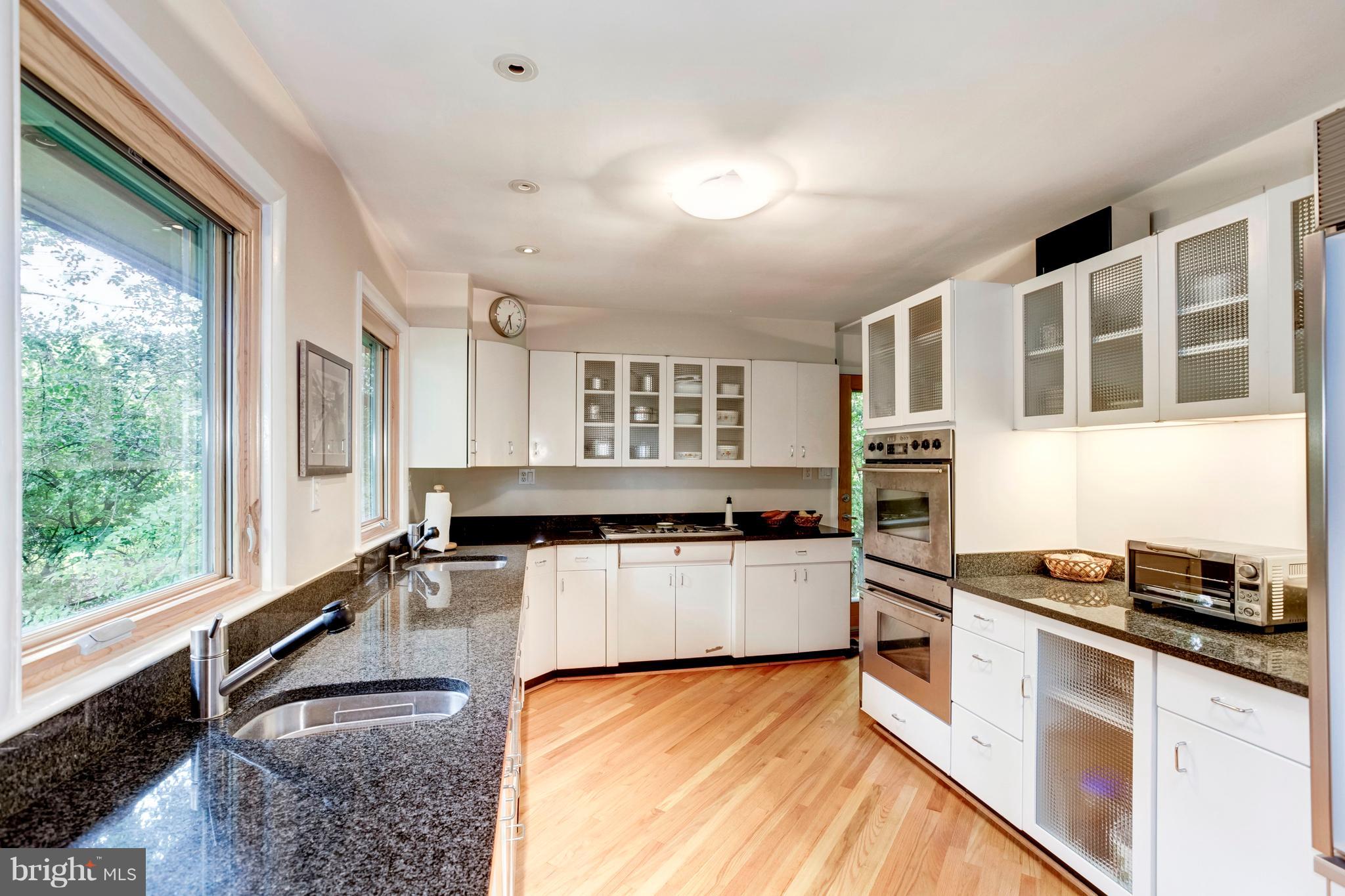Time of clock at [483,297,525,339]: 5:33
